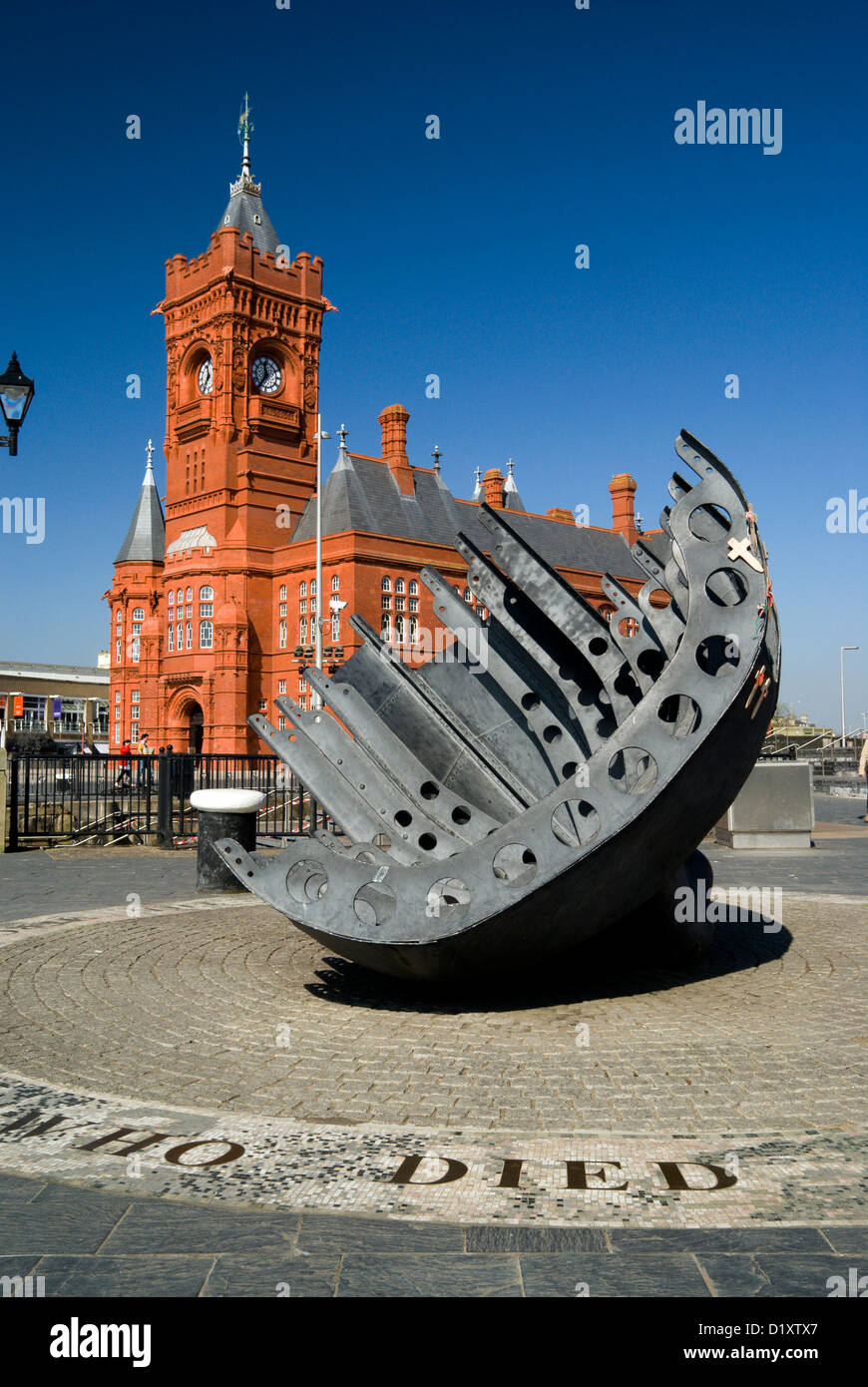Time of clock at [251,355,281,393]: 11:36
